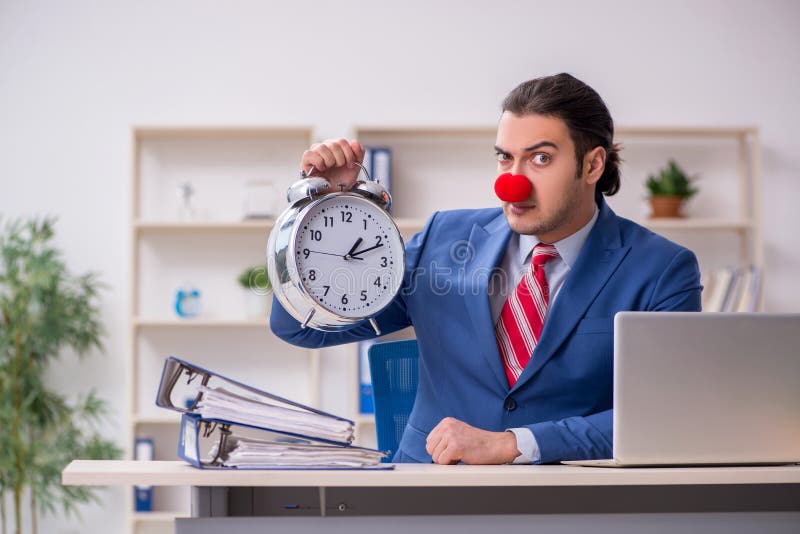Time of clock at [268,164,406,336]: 1:11
